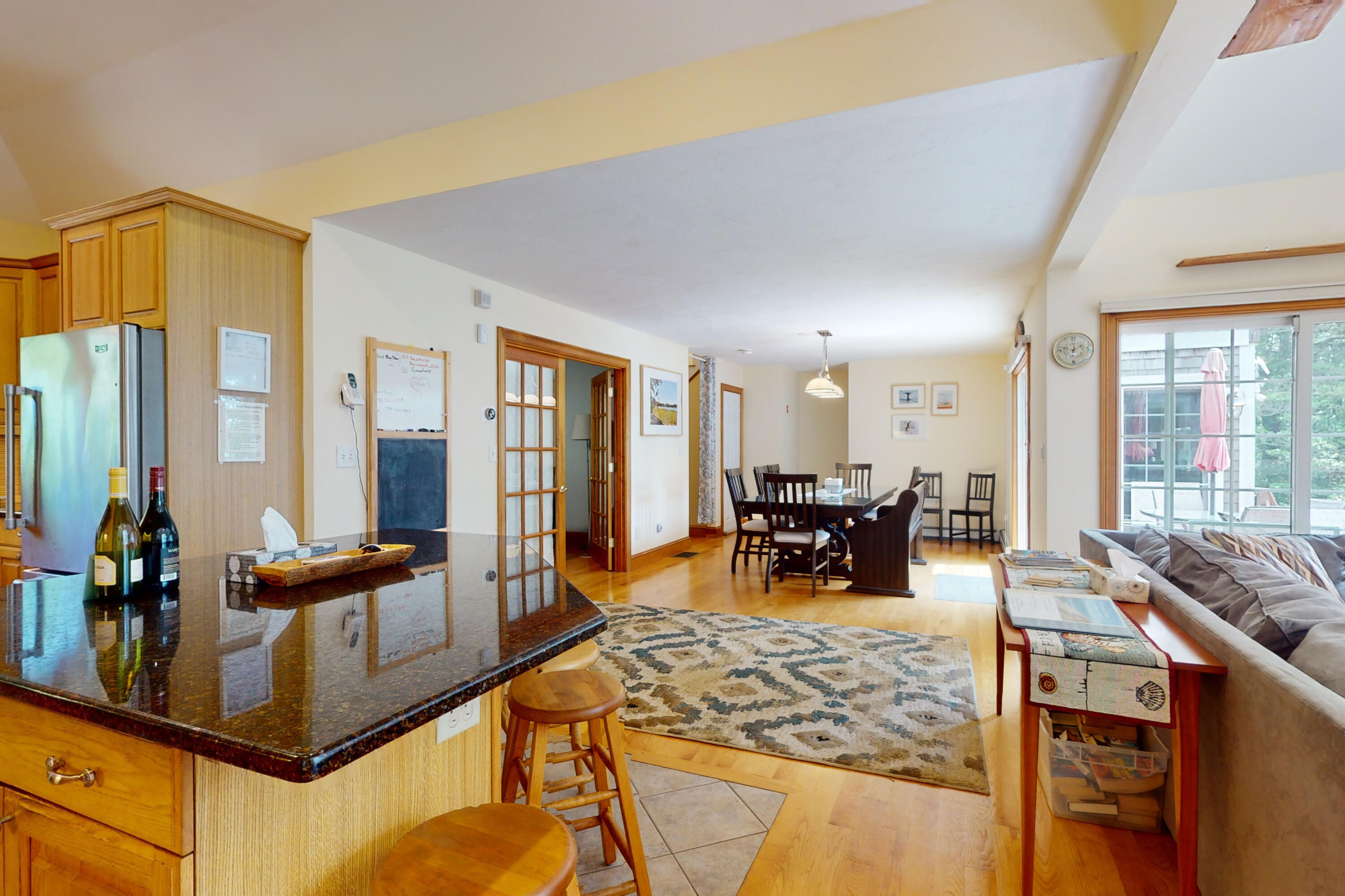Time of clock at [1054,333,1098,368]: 1:47
